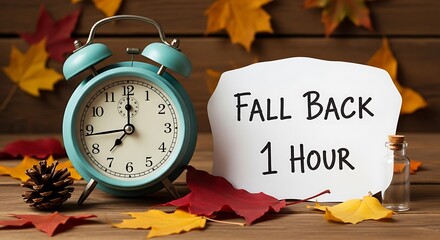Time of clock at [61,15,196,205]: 7:00
